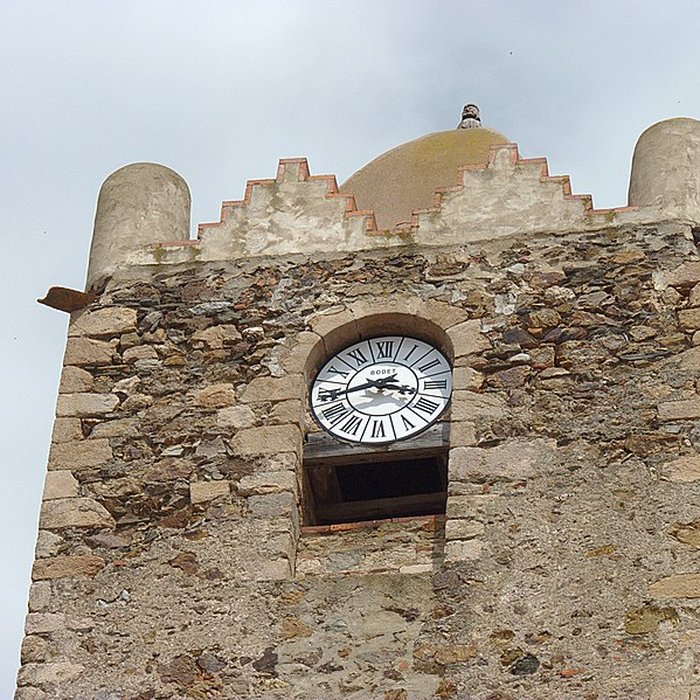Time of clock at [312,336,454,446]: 3:43
